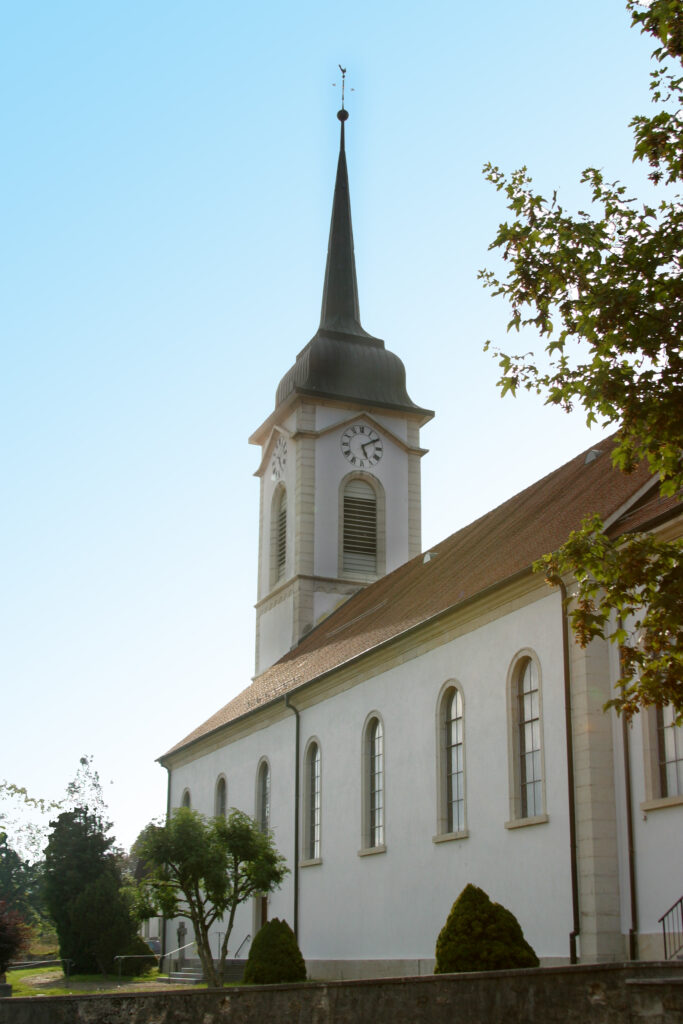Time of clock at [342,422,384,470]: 5:09
